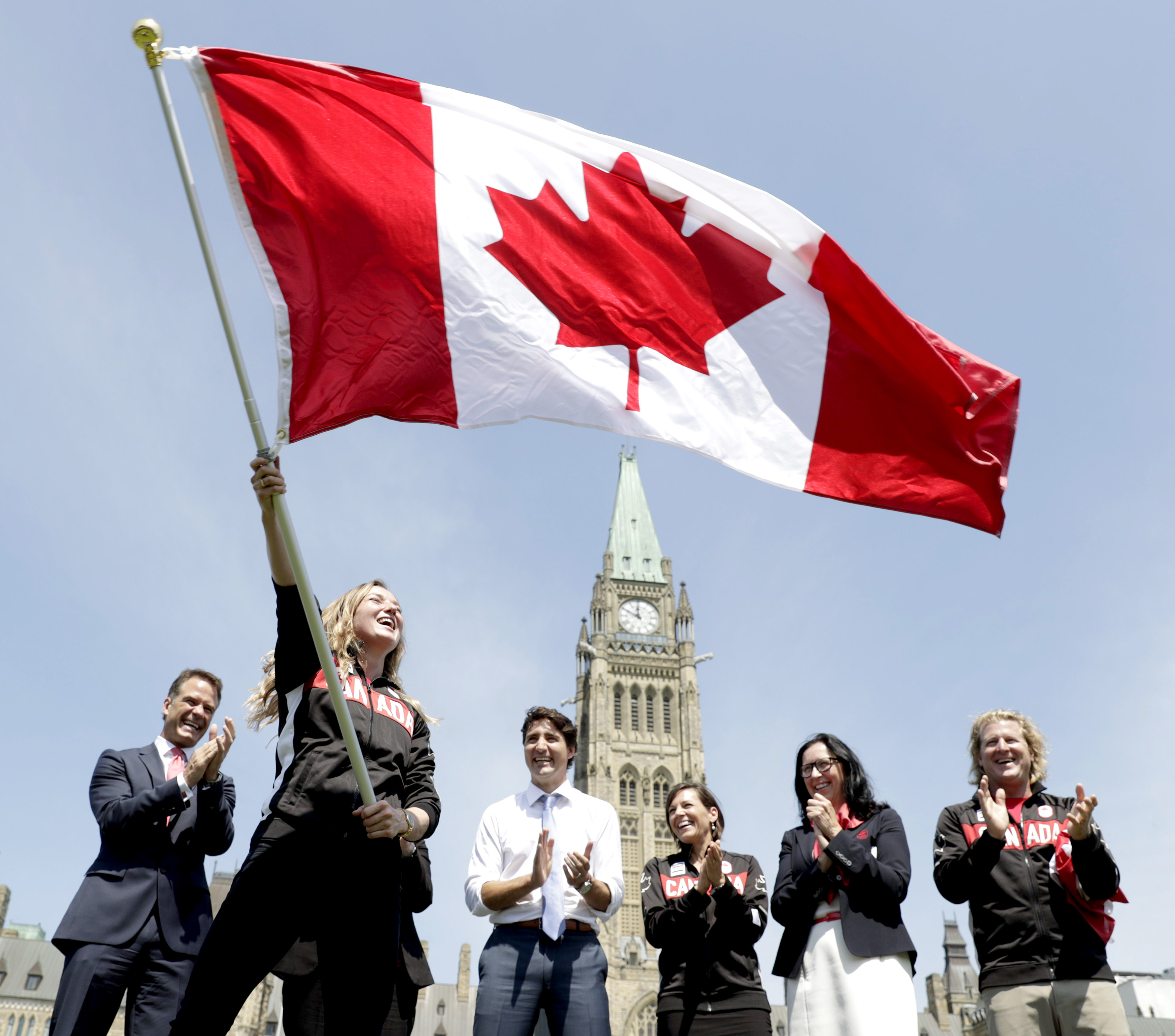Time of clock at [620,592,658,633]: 11:49
